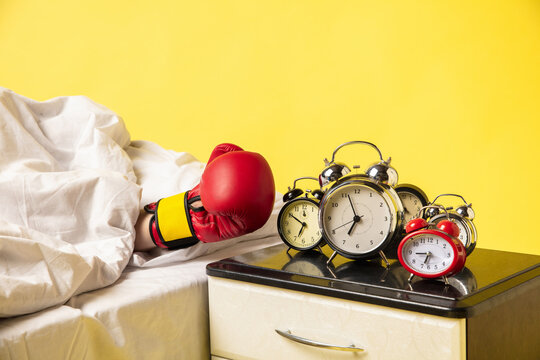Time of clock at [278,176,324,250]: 6:50
